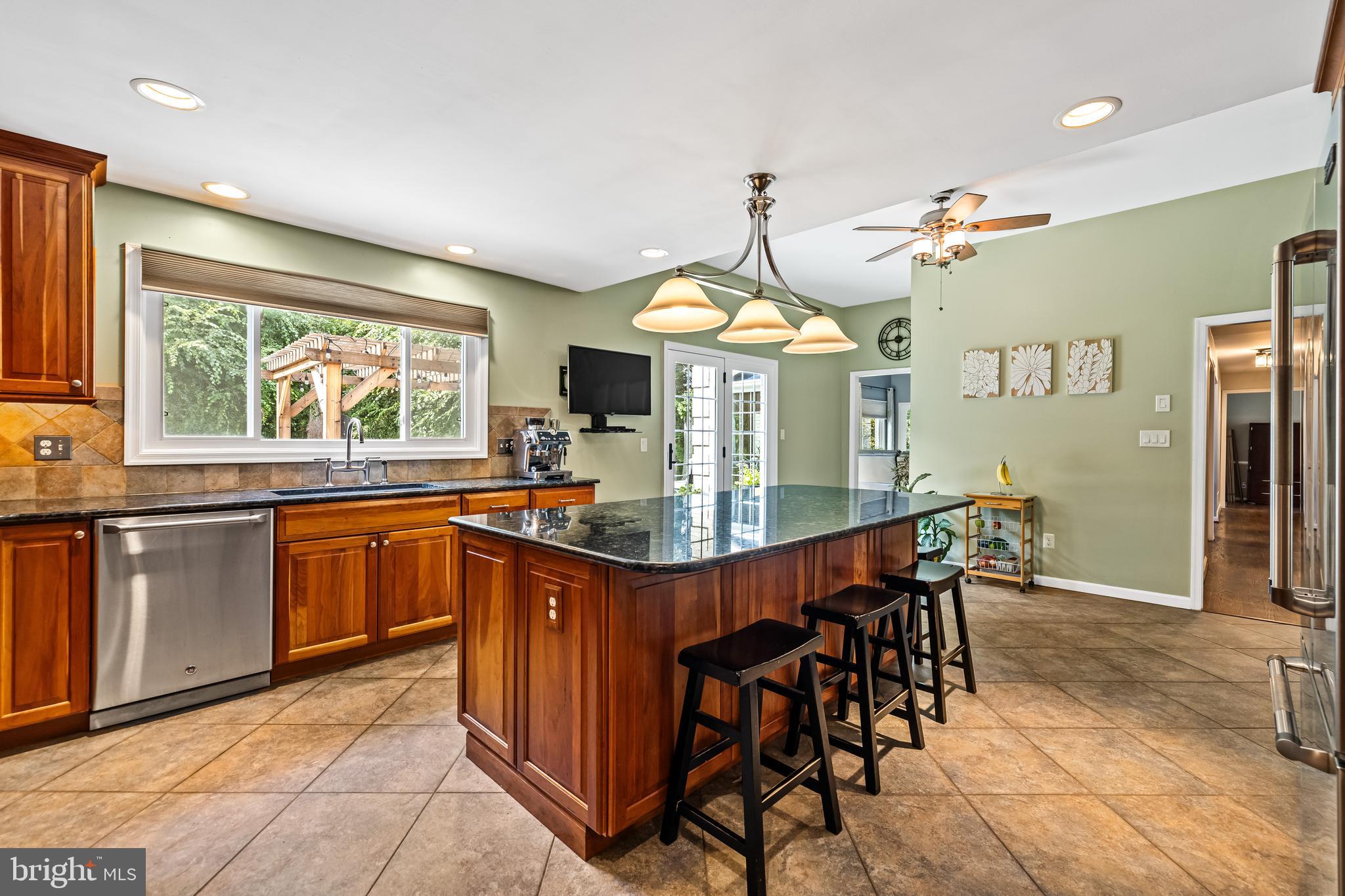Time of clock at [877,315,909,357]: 2:44
